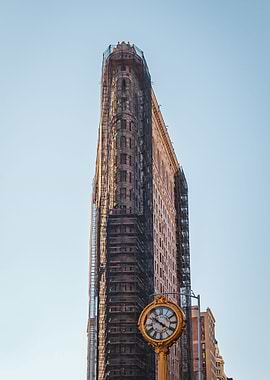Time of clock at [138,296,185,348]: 10:20
